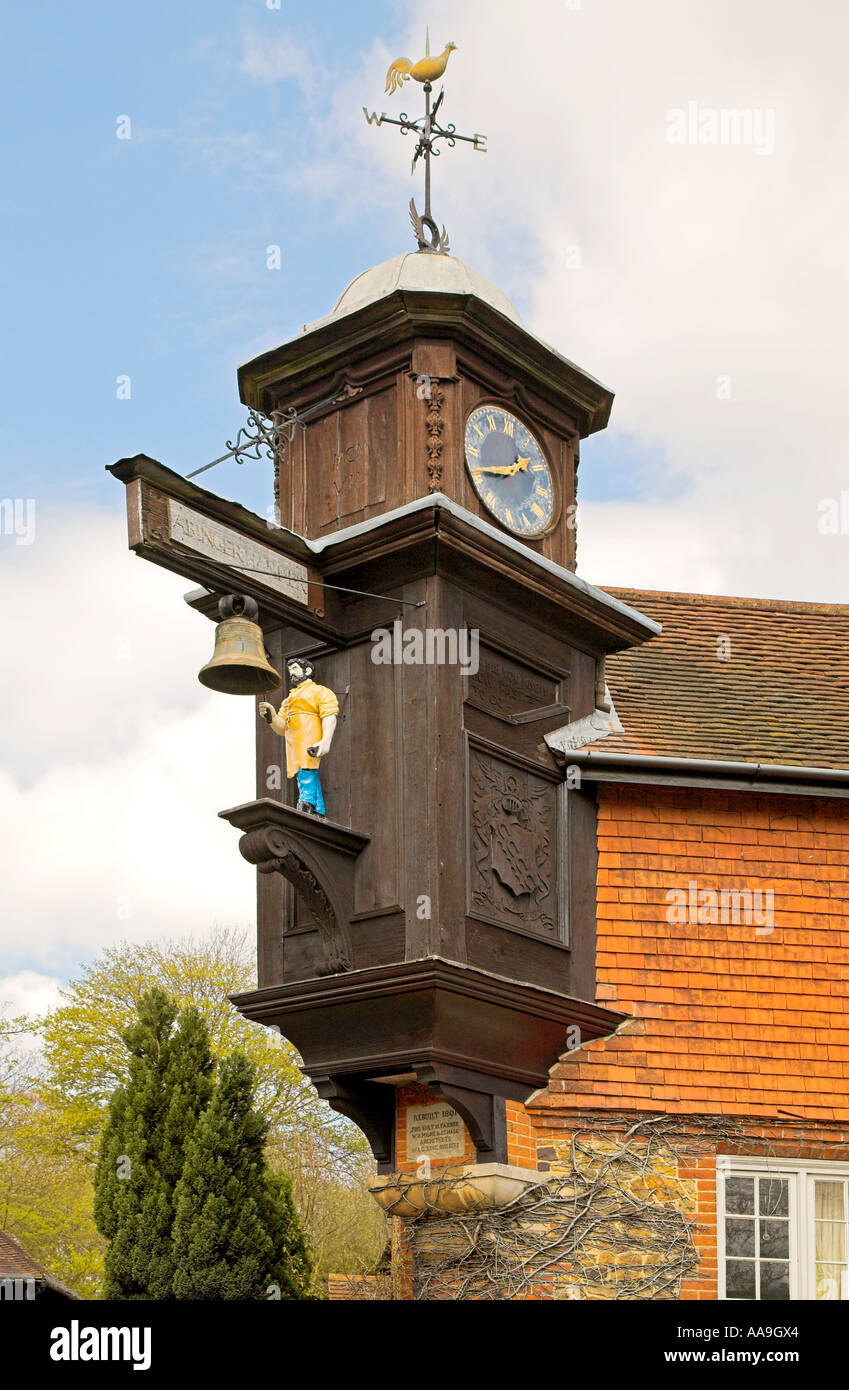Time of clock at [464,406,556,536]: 1:41
